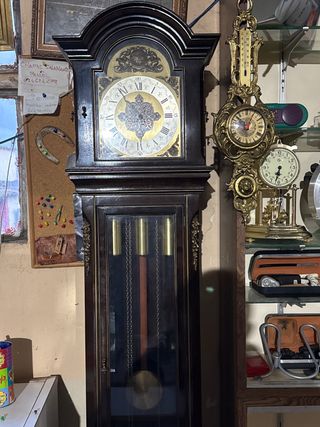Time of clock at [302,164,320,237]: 6:32
